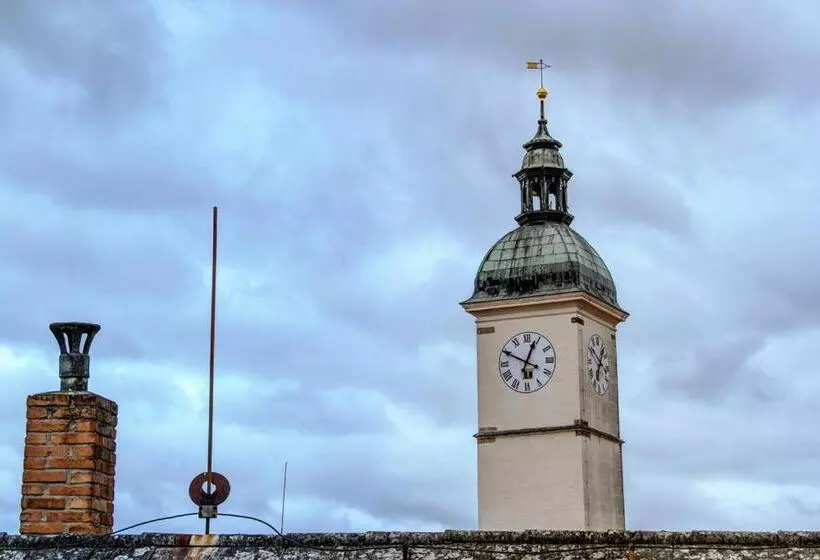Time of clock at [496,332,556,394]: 12:49
